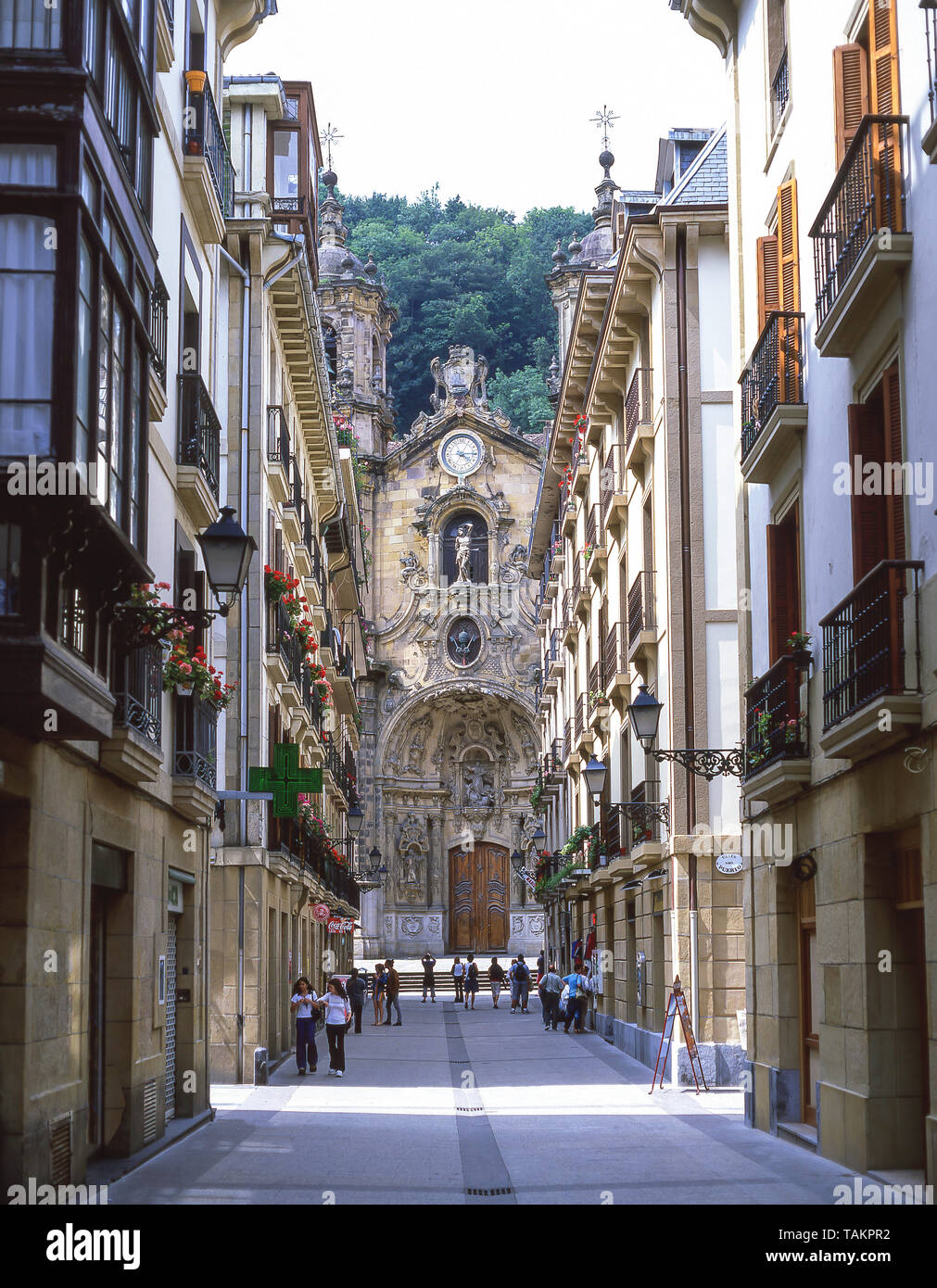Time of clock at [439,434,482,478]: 4:14
